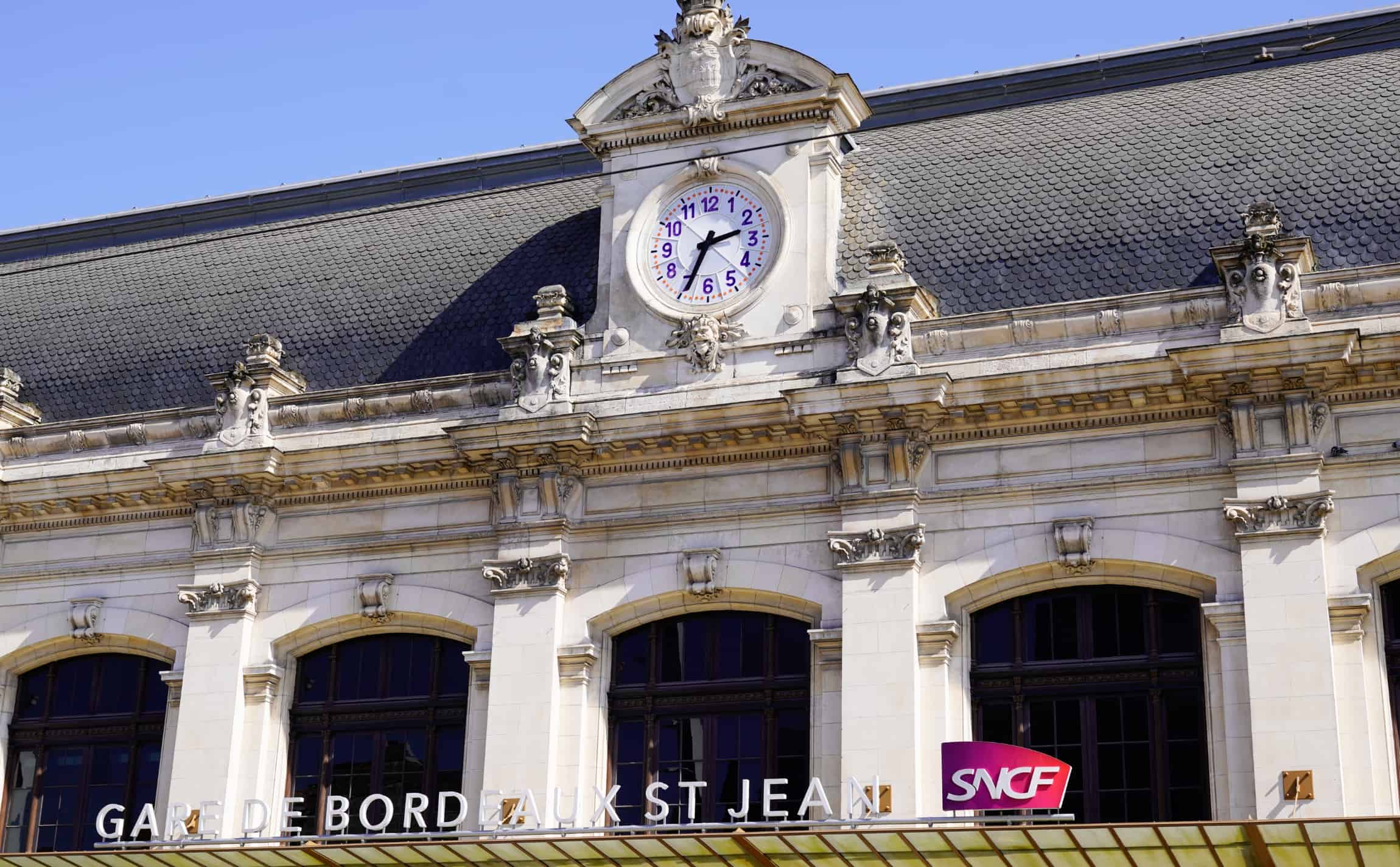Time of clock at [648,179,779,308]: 2:34
